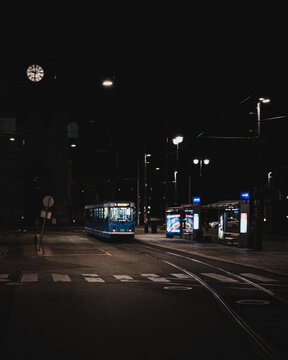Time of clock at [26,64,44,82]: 9:32
